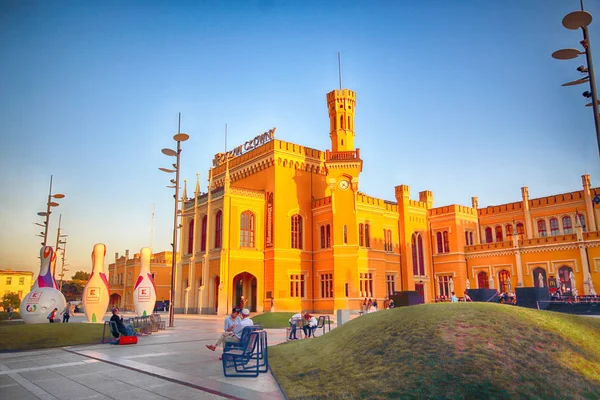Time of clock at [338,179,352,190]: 7:22
